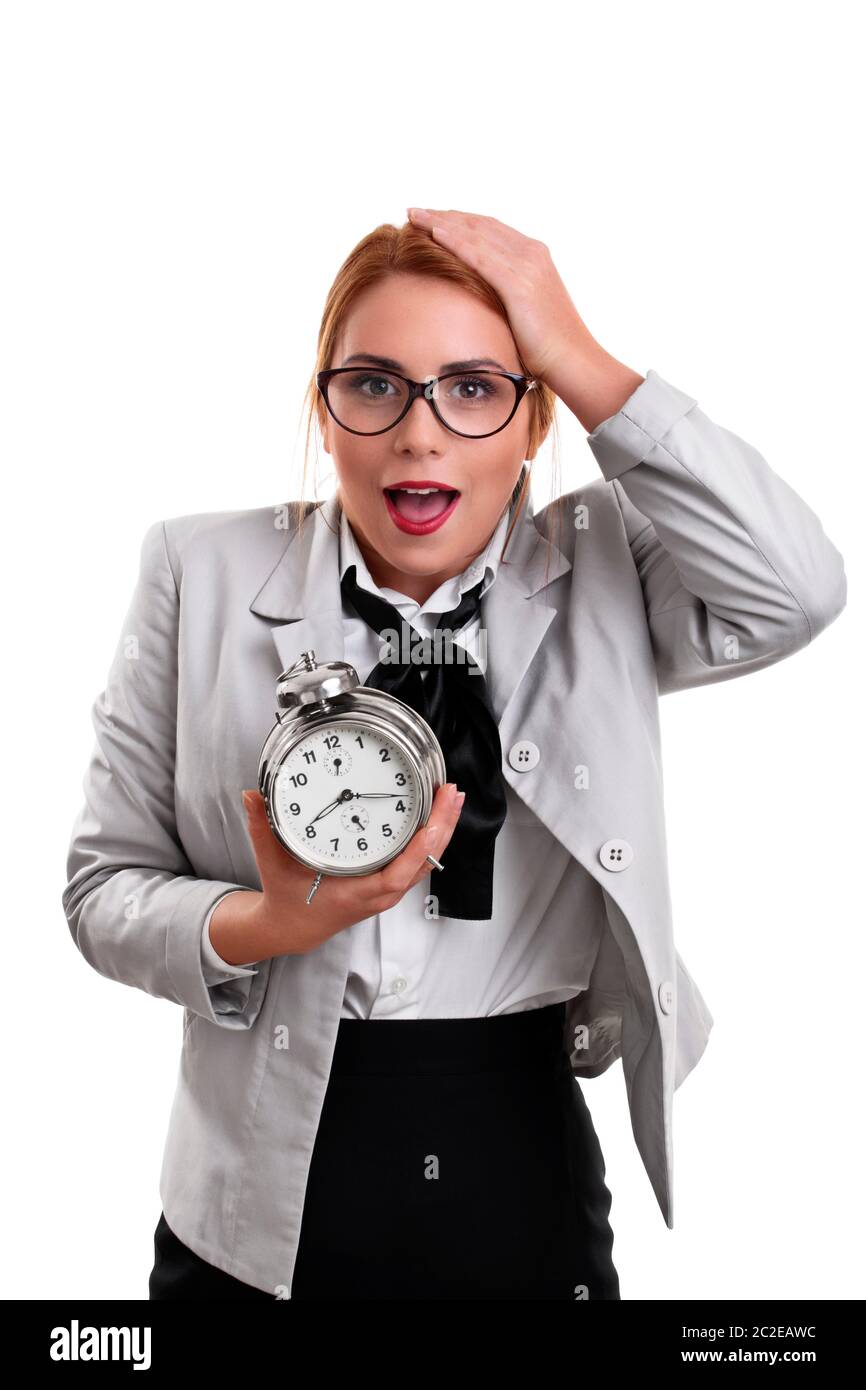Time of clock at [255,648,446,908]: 8:17
